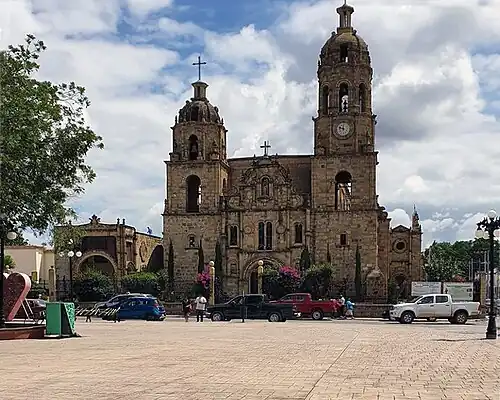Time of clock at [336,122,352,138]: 11:48
